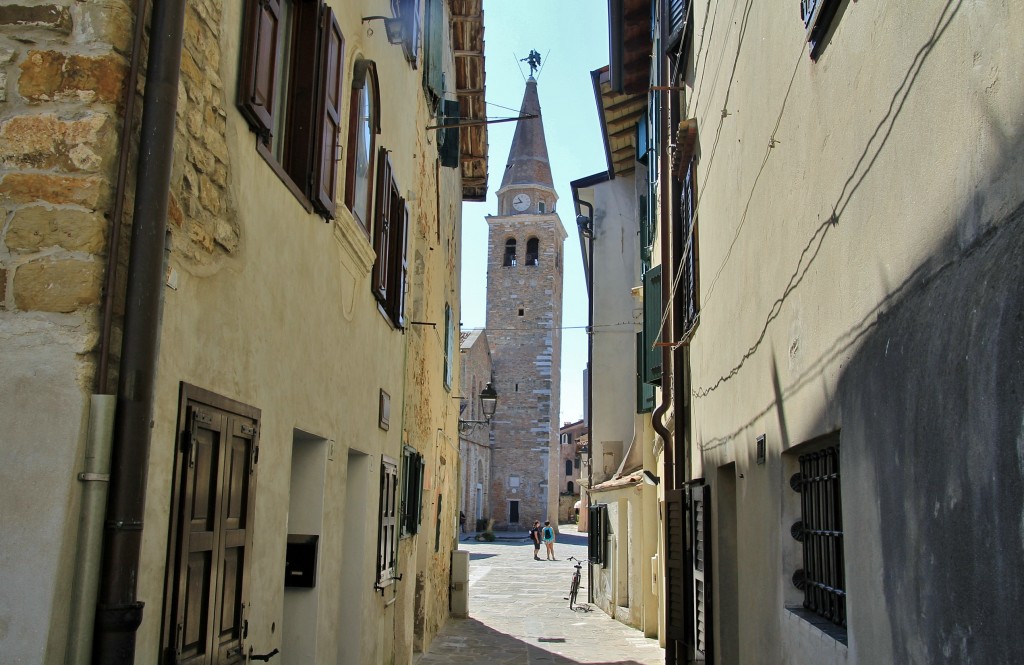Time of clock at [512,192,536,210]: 10:43
